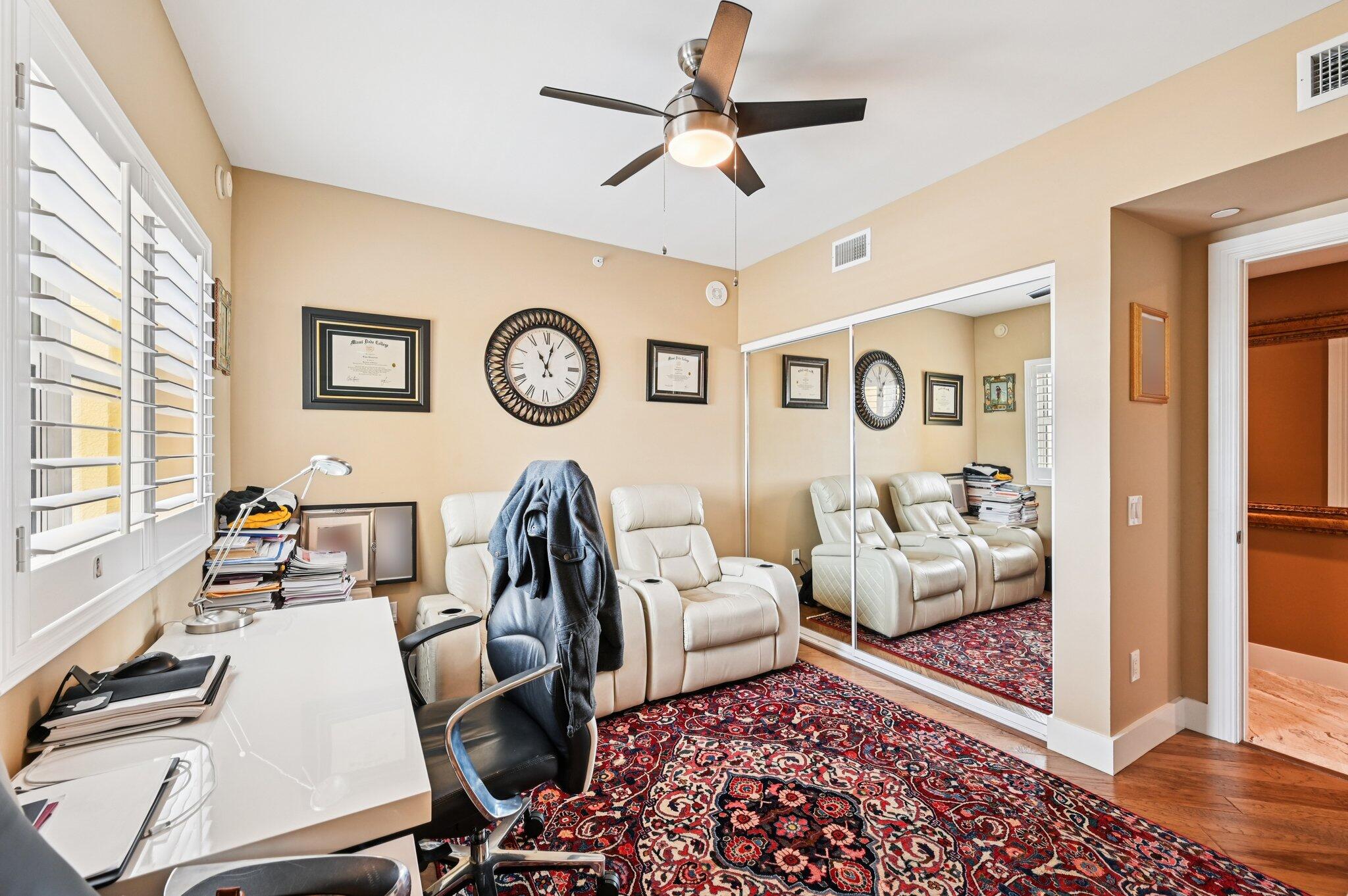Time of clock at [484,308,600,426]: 11:02
